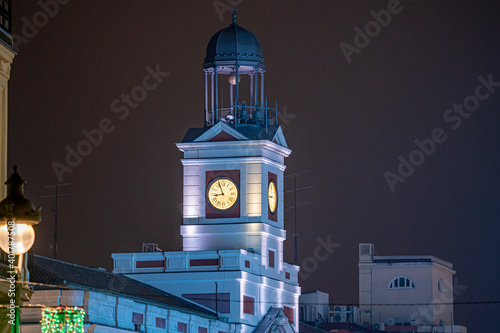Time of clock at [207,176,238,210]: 8:56
